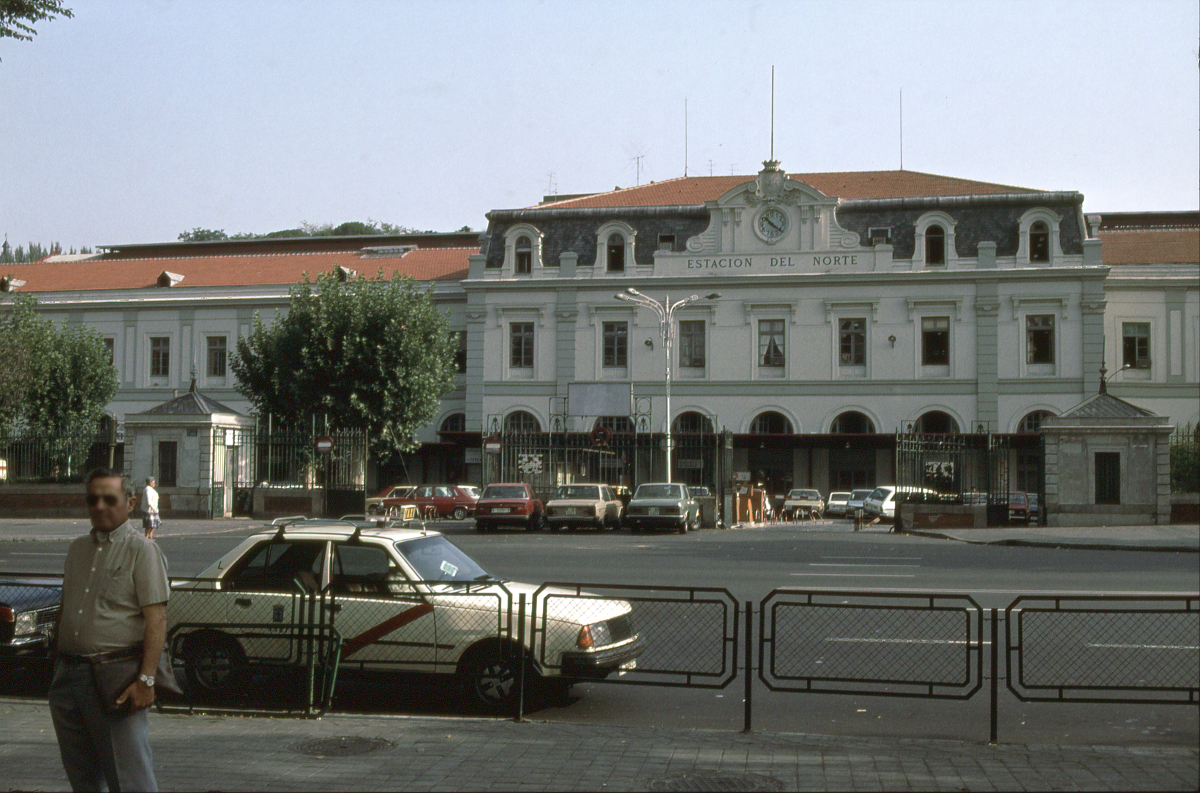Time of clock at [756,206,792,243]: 10:20
